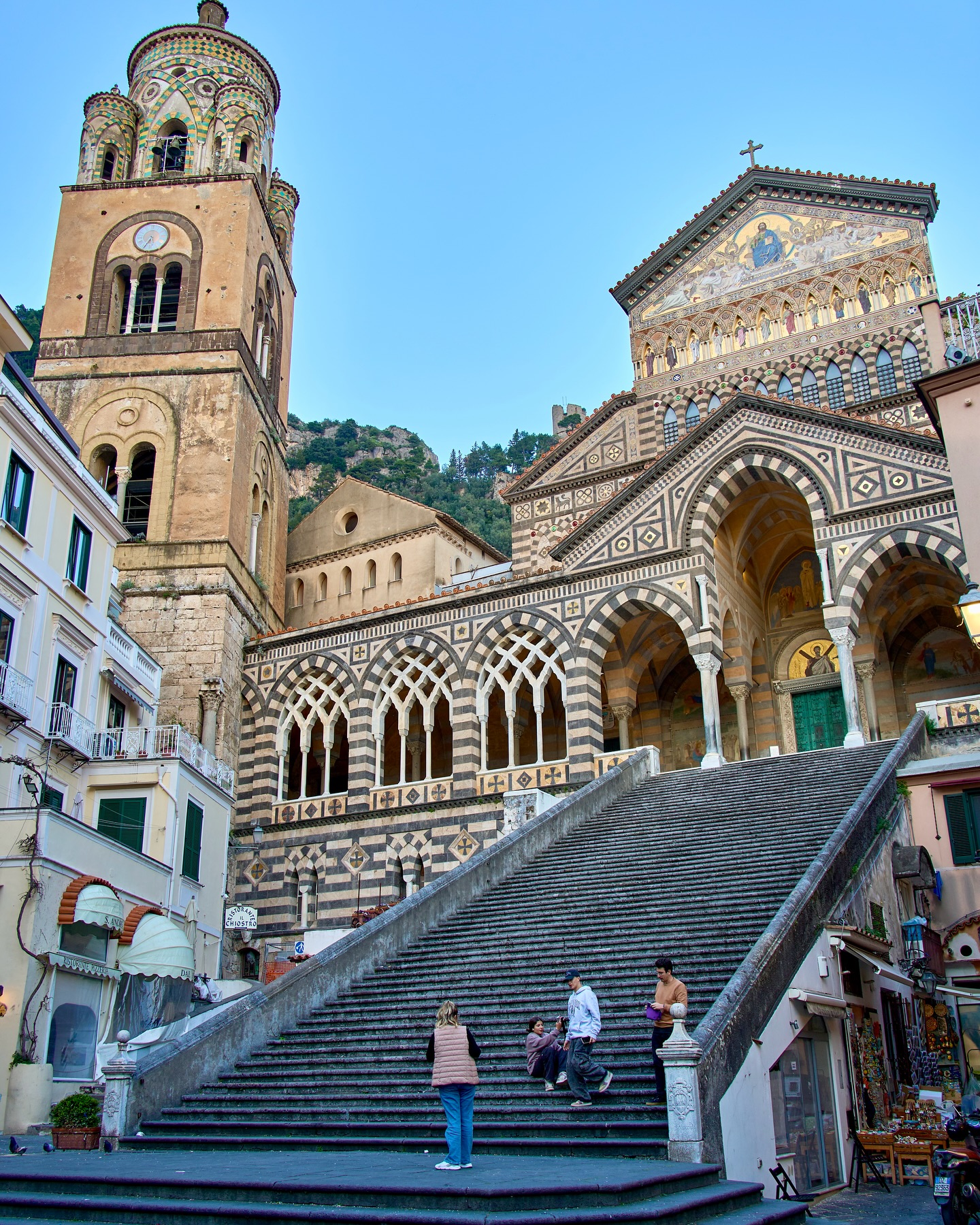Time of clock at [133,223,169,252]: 5:34
